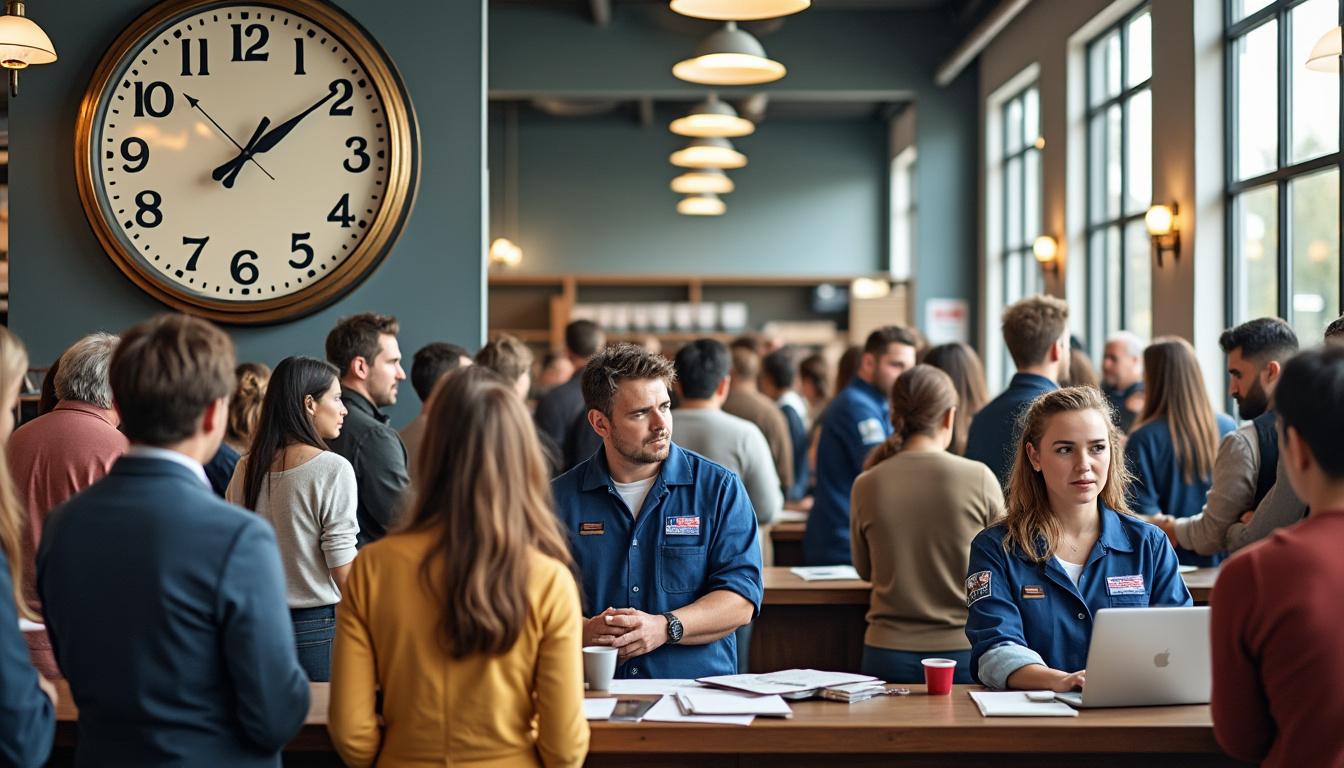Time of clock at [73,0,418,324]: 1:09
